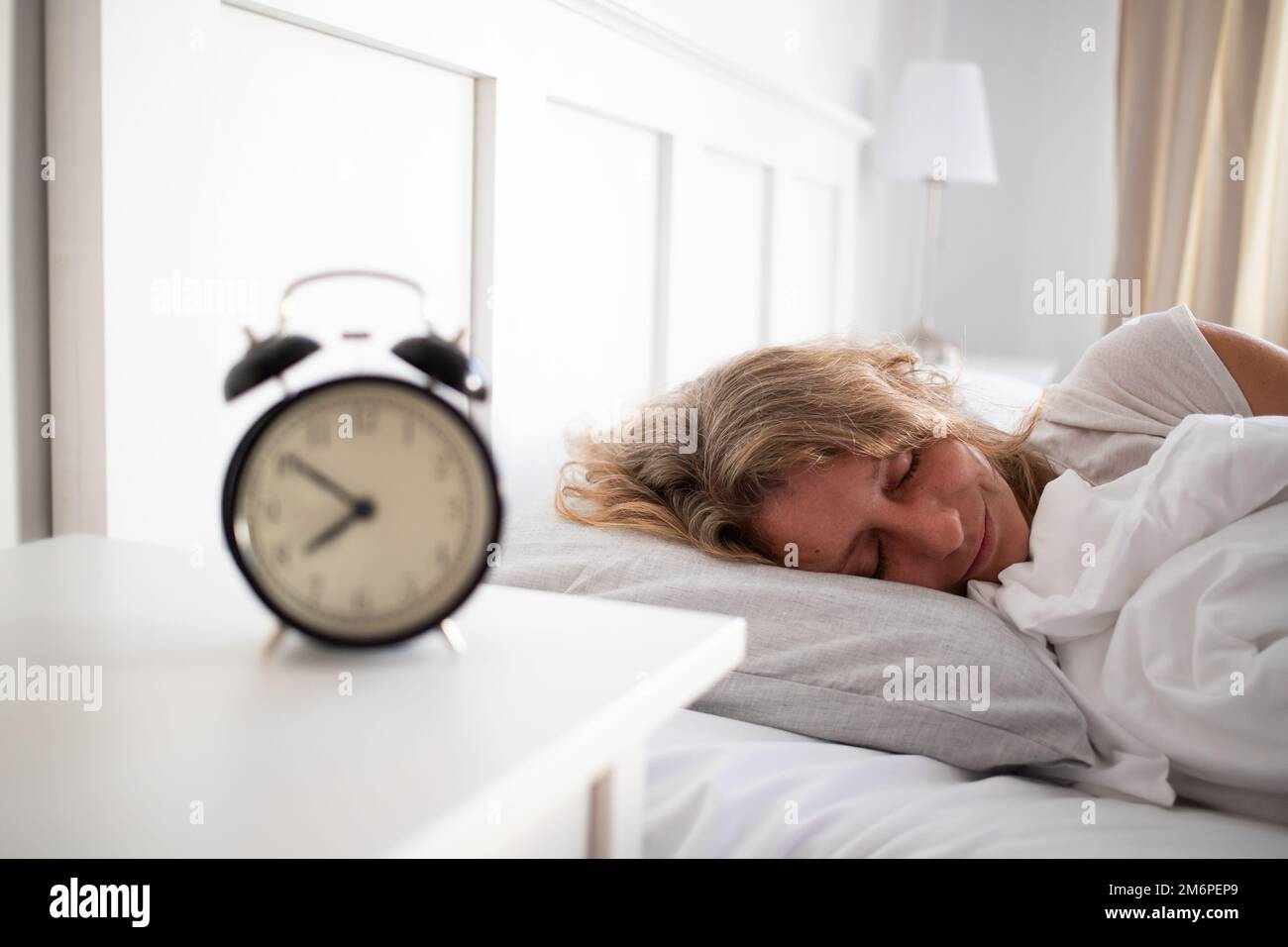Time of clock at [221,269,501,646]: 7:51
